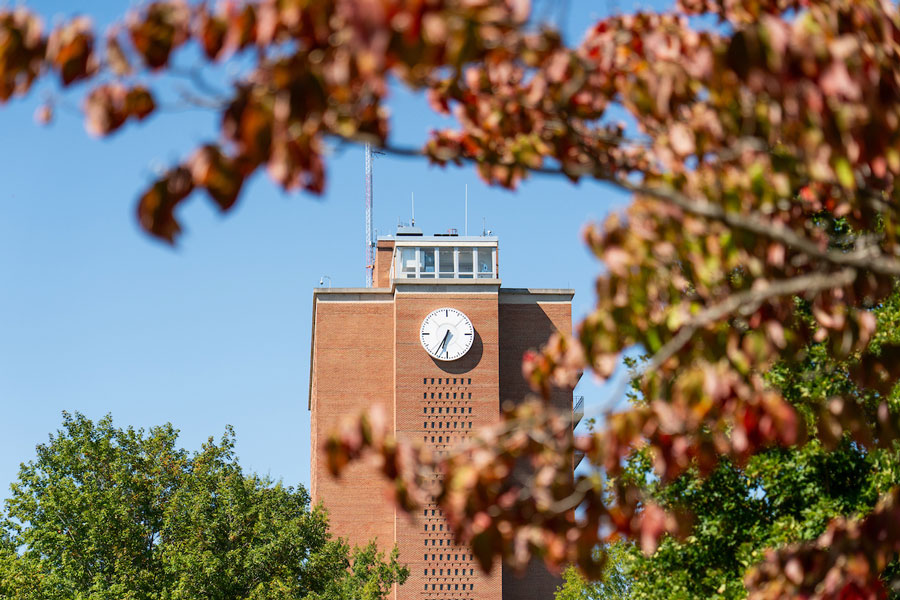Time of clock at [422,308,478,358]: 6:35
